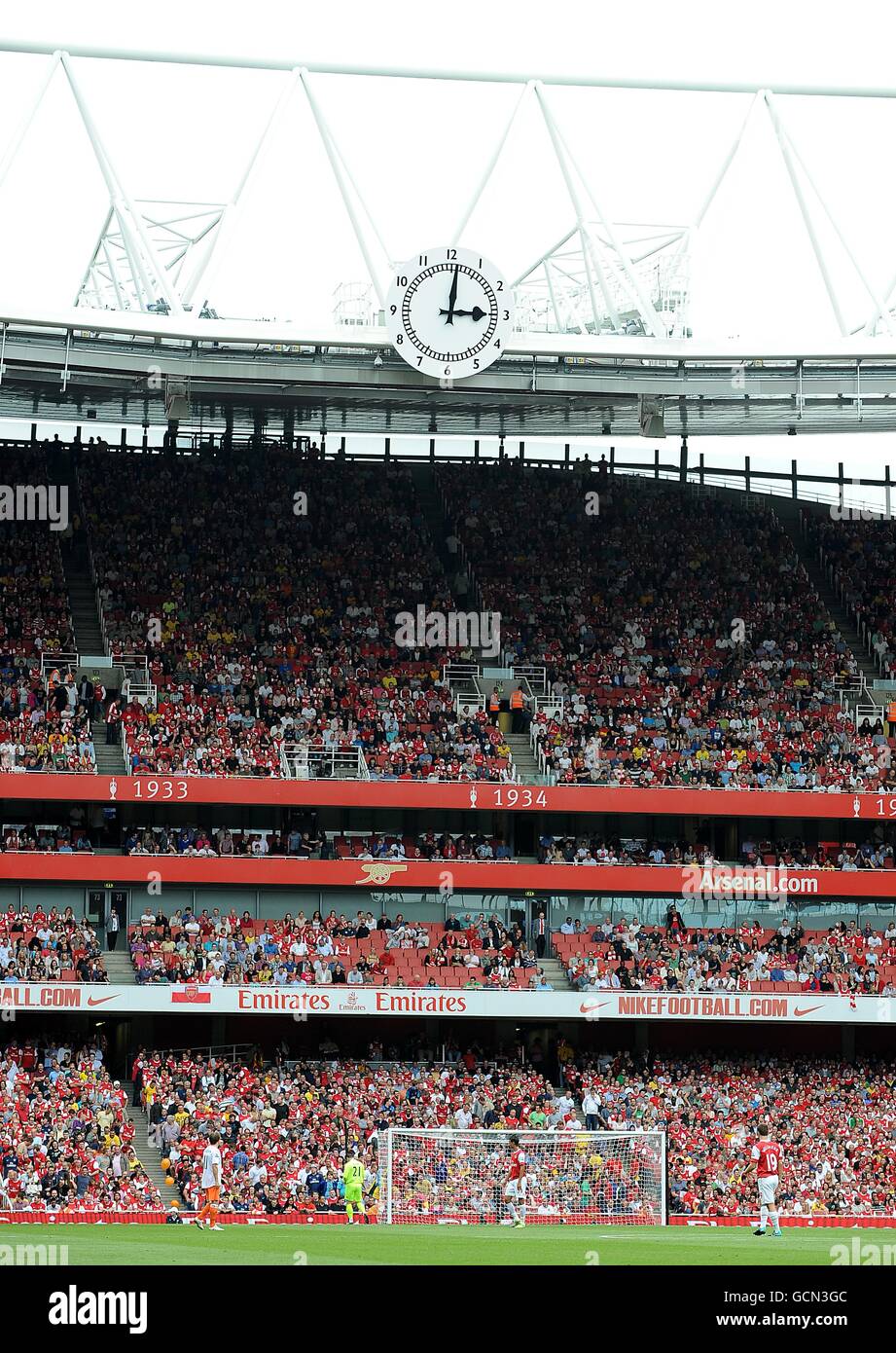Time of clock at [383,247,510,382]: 3:01
